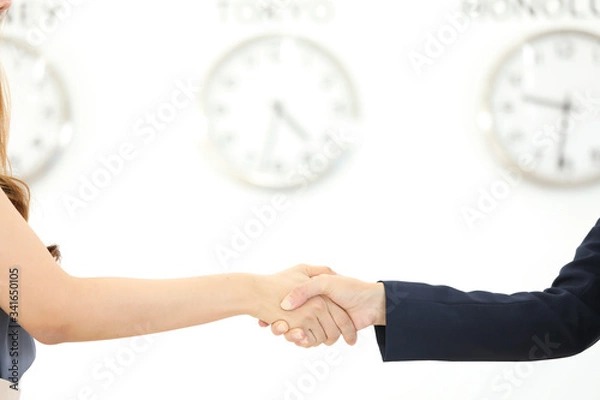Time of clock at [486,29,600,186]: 9:31
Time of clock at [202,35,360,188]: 4:32
